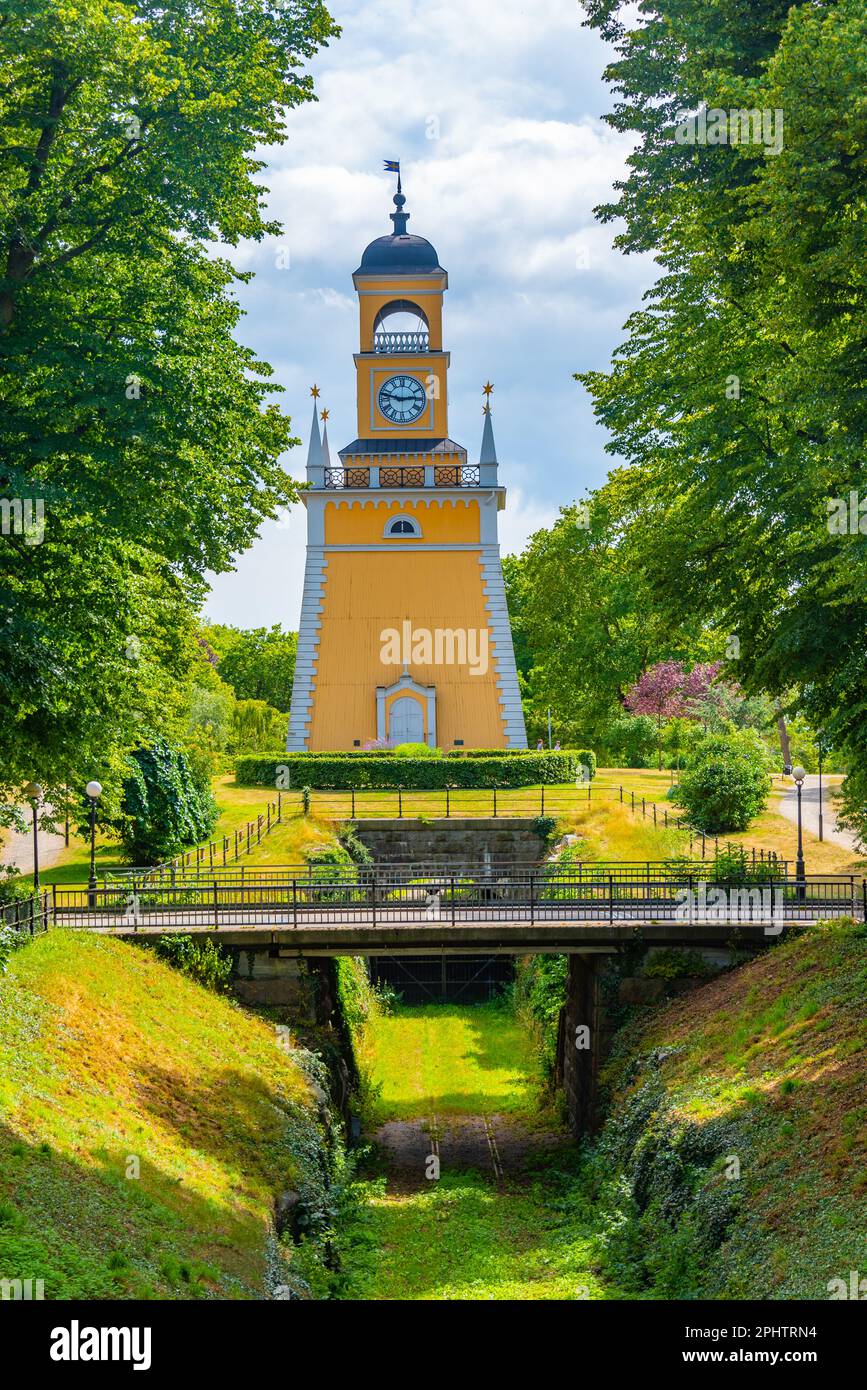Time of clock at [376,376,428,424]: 2:47
